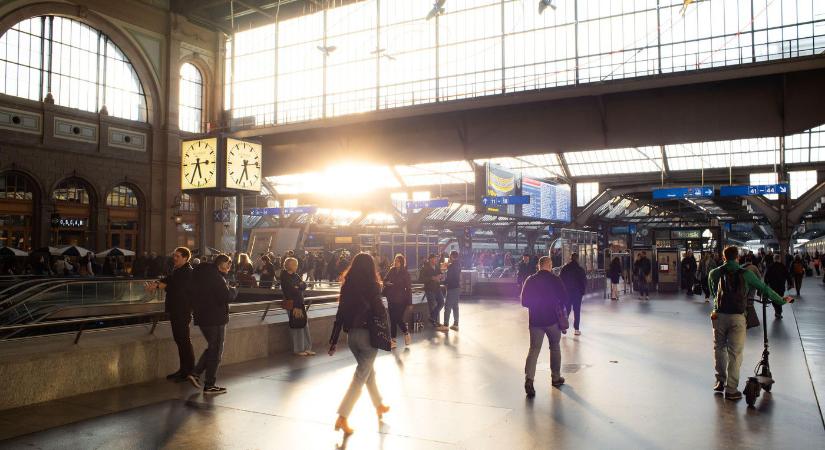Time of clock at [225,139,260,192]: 5:33
